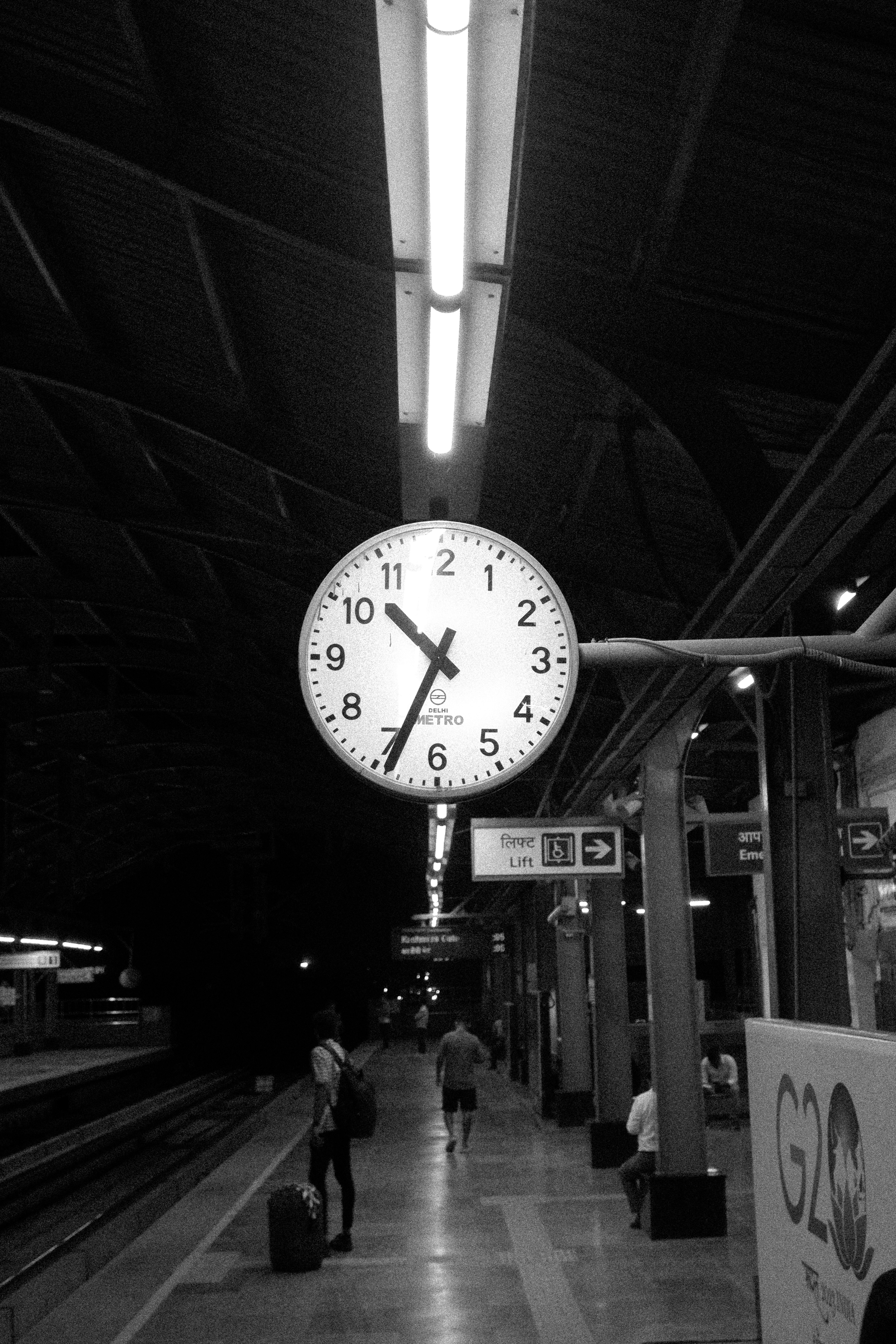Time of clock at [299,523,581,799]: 10:34
